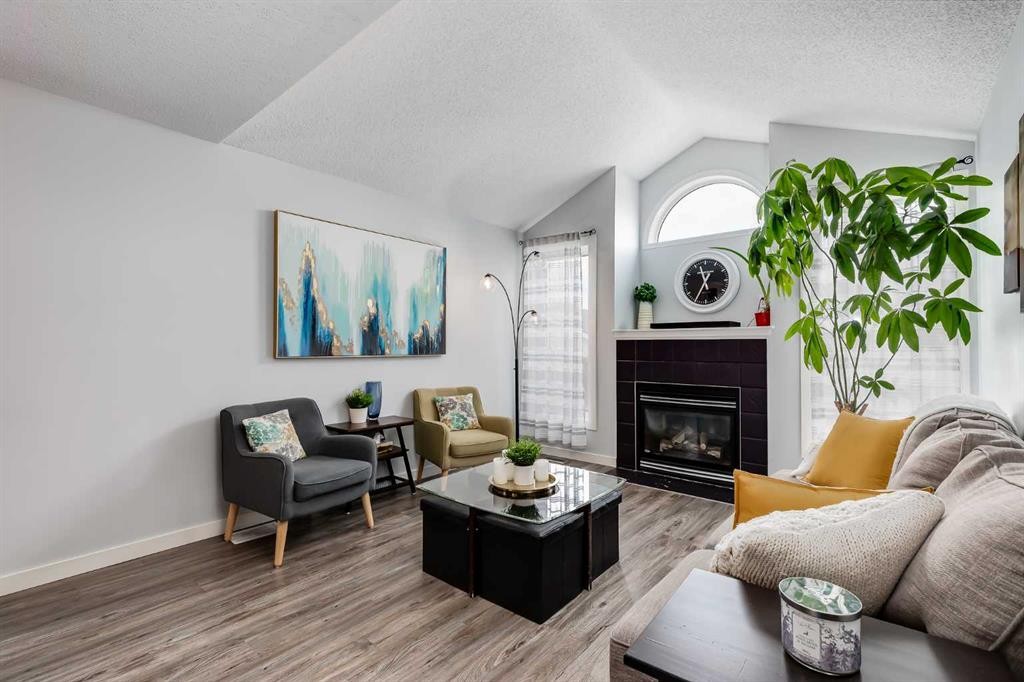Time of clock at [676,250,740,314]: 11:35
